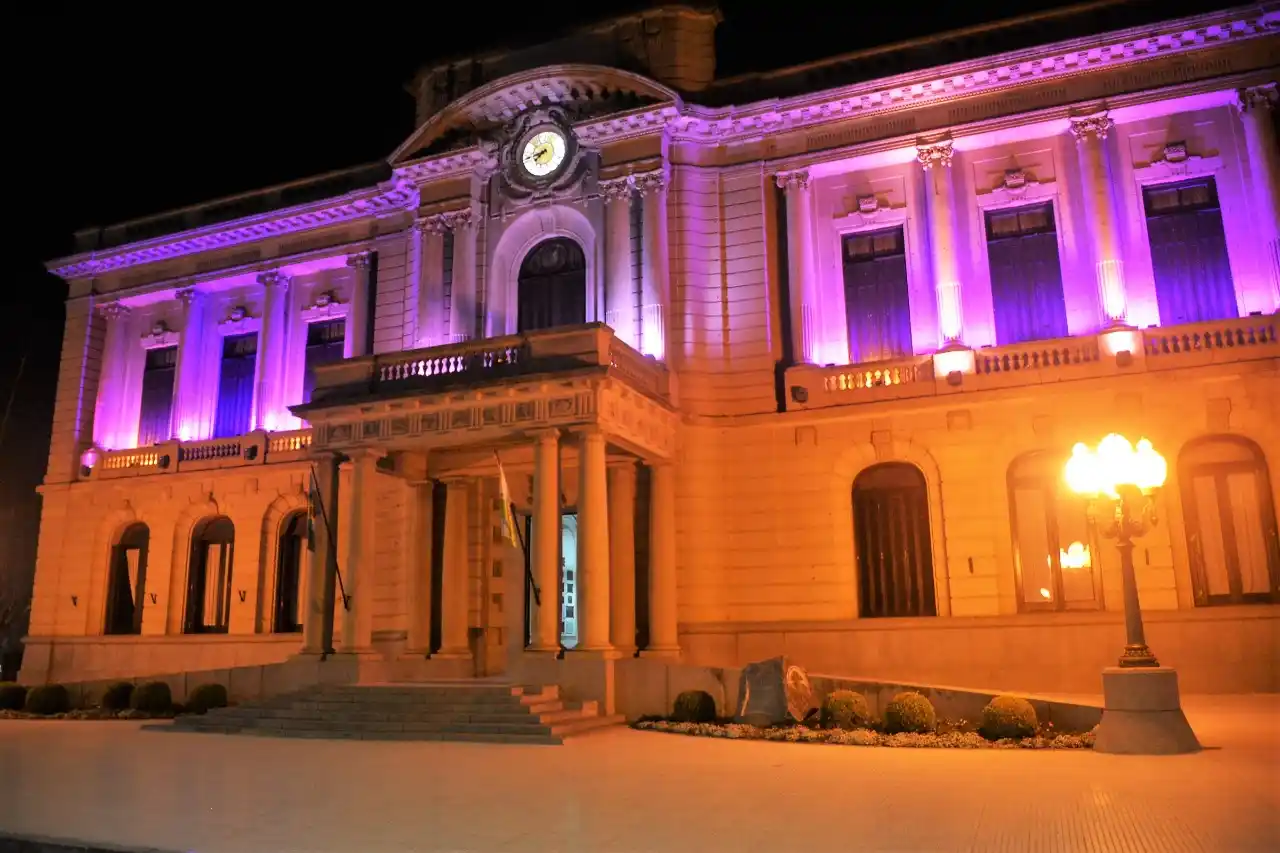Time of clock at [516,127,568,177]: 7:41
